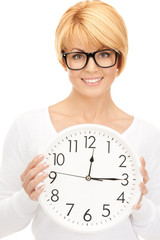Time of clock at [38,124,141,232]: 12:14
